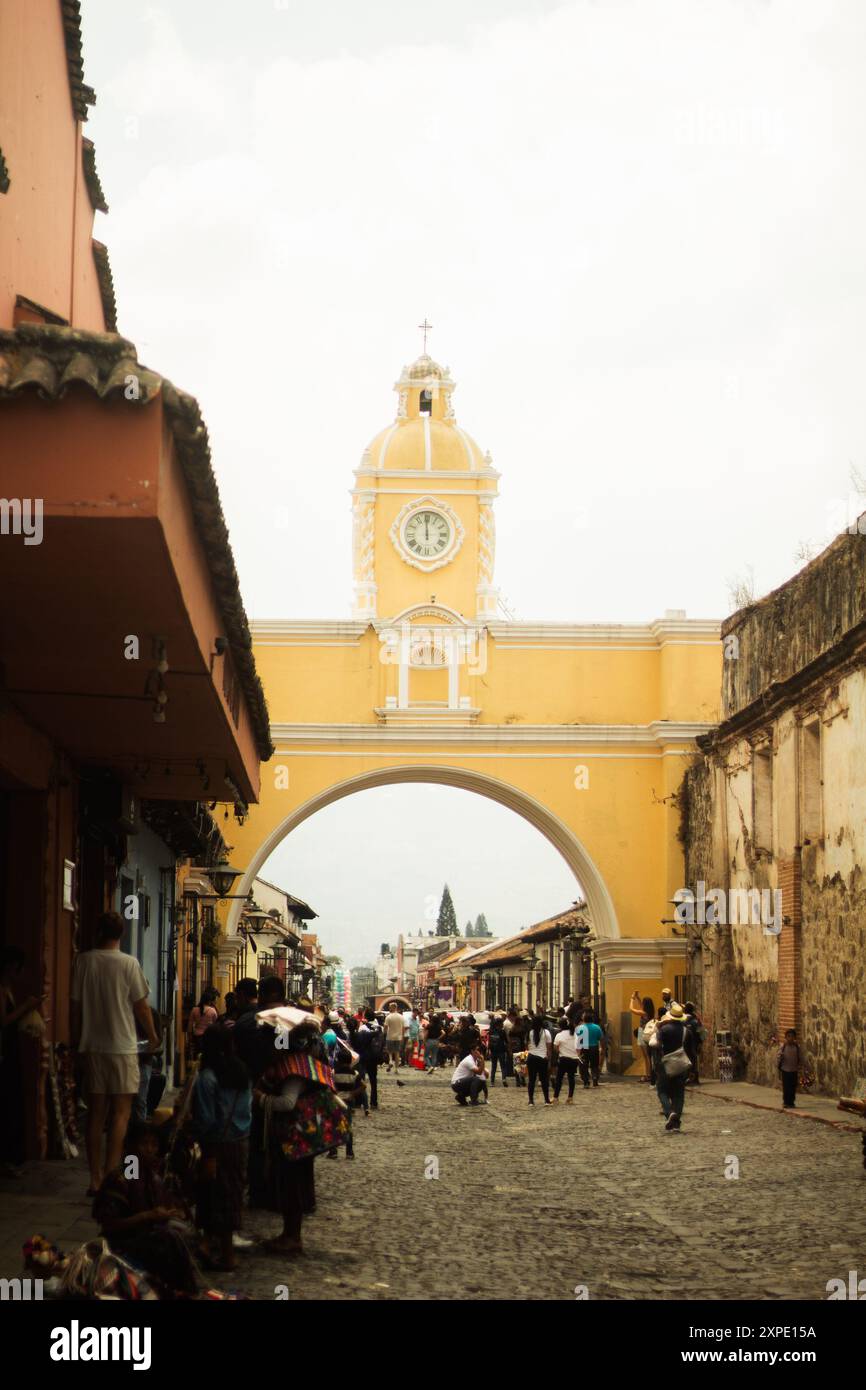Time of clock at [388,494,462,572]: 11:59
